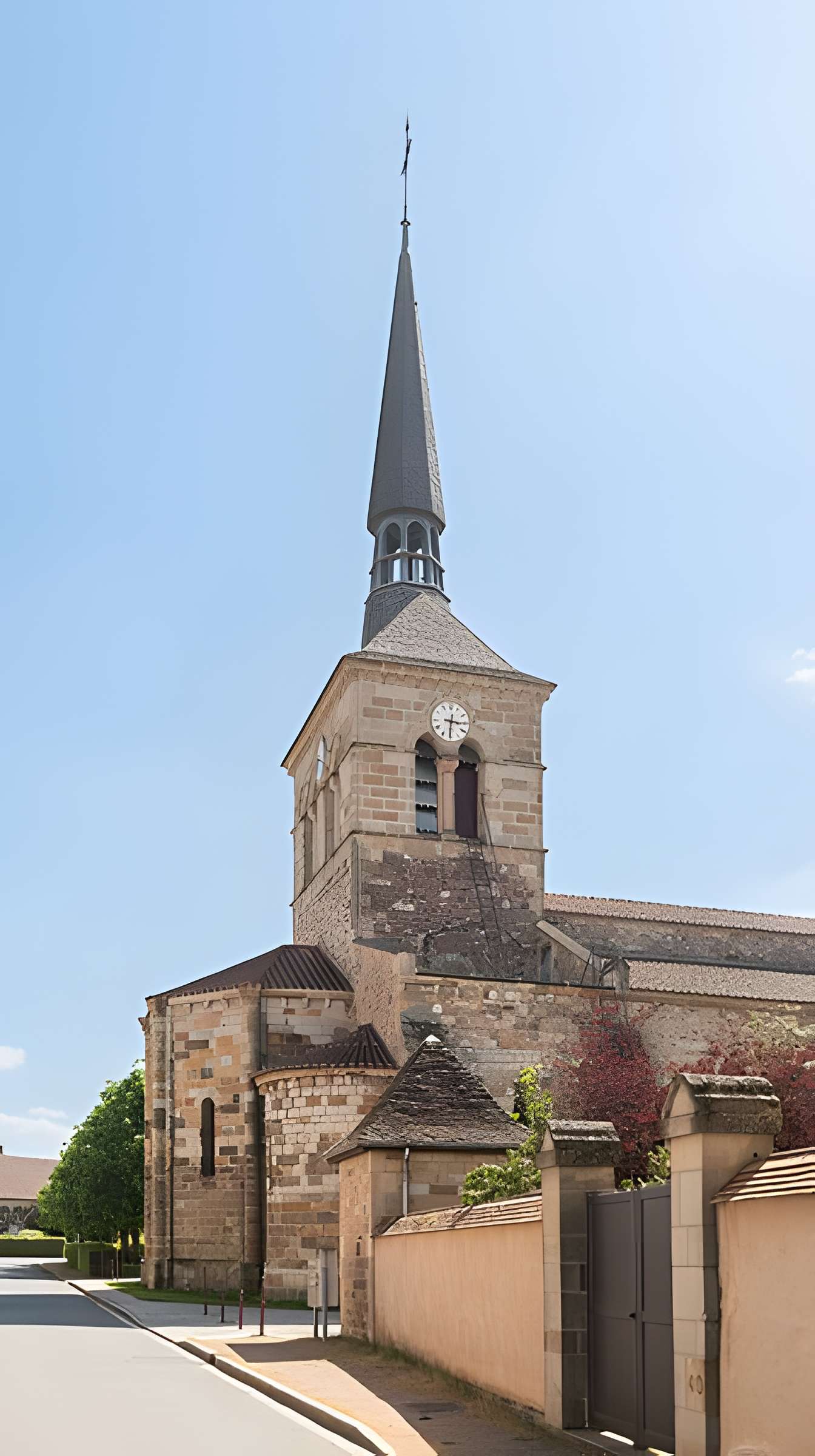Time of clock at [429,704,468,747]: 3:30
